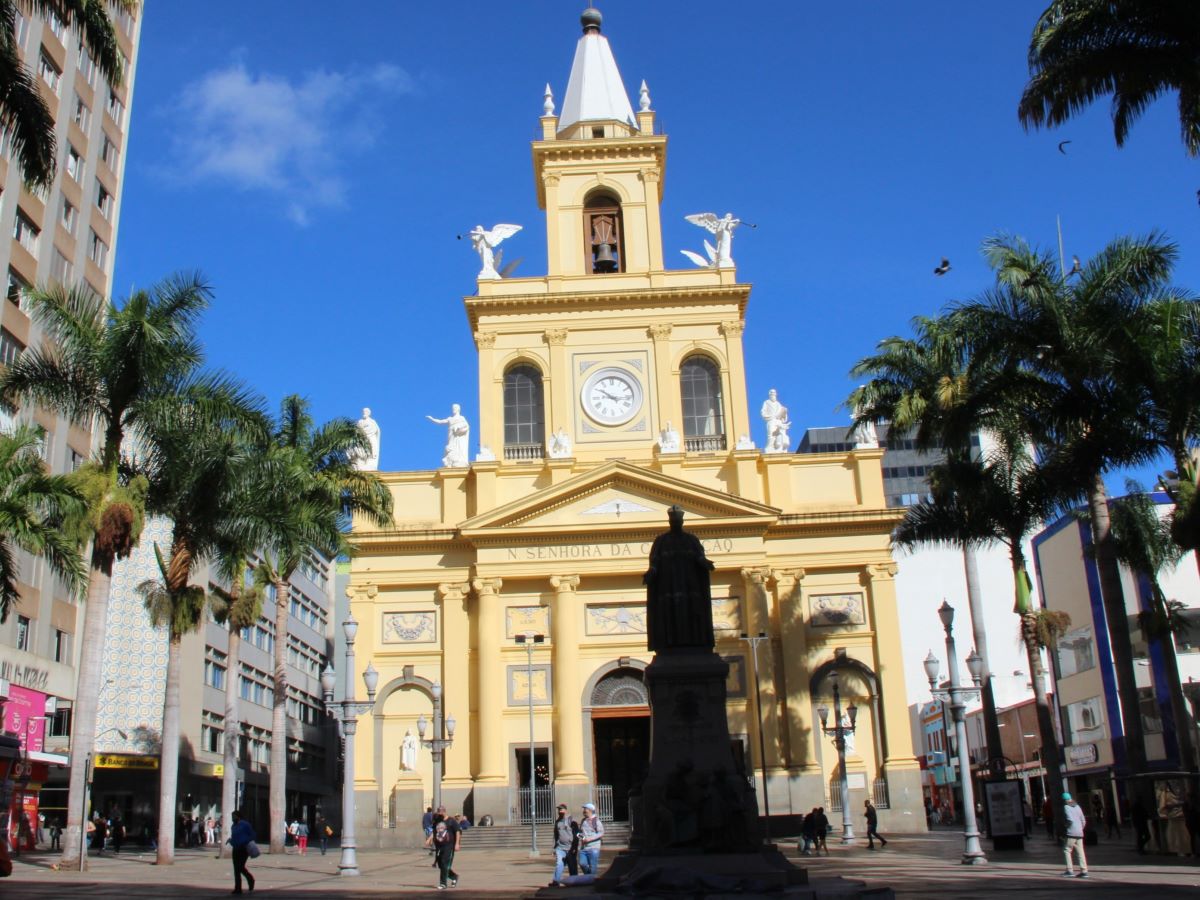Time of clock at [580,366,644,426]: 10:15
